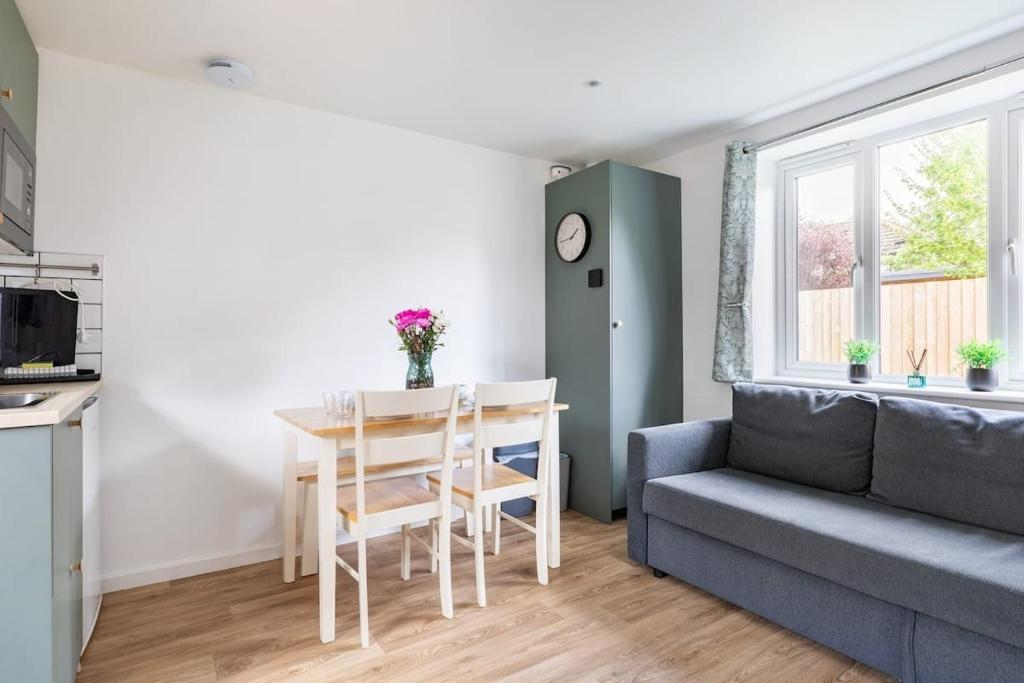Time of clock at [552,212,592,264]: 1:43
